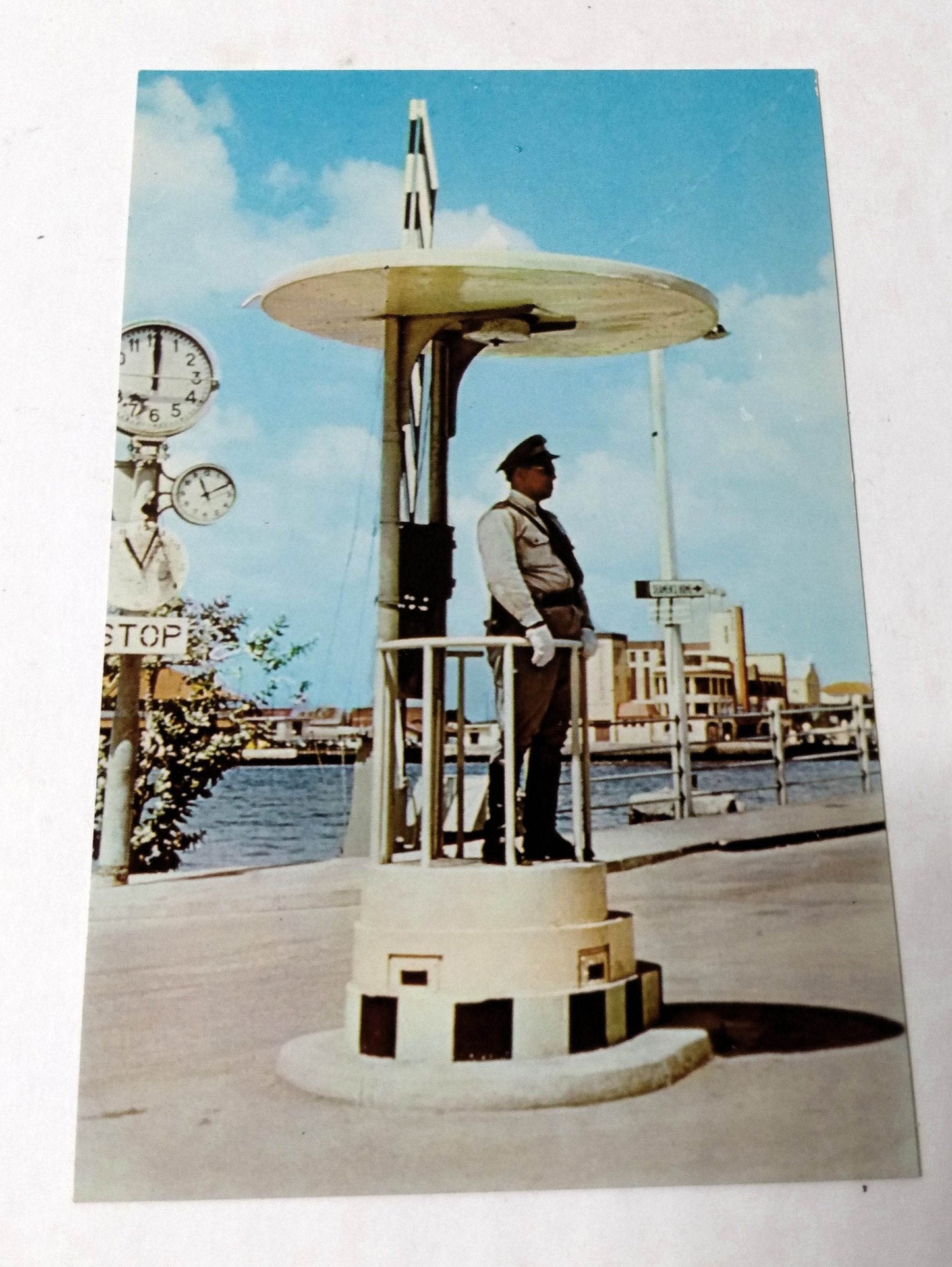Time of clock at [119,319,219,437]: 12:00
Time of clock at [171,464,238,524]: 11:10
